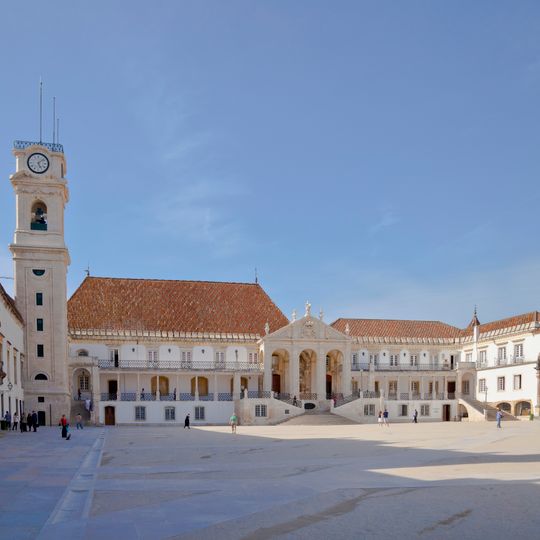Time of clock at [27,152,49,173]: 5:08
